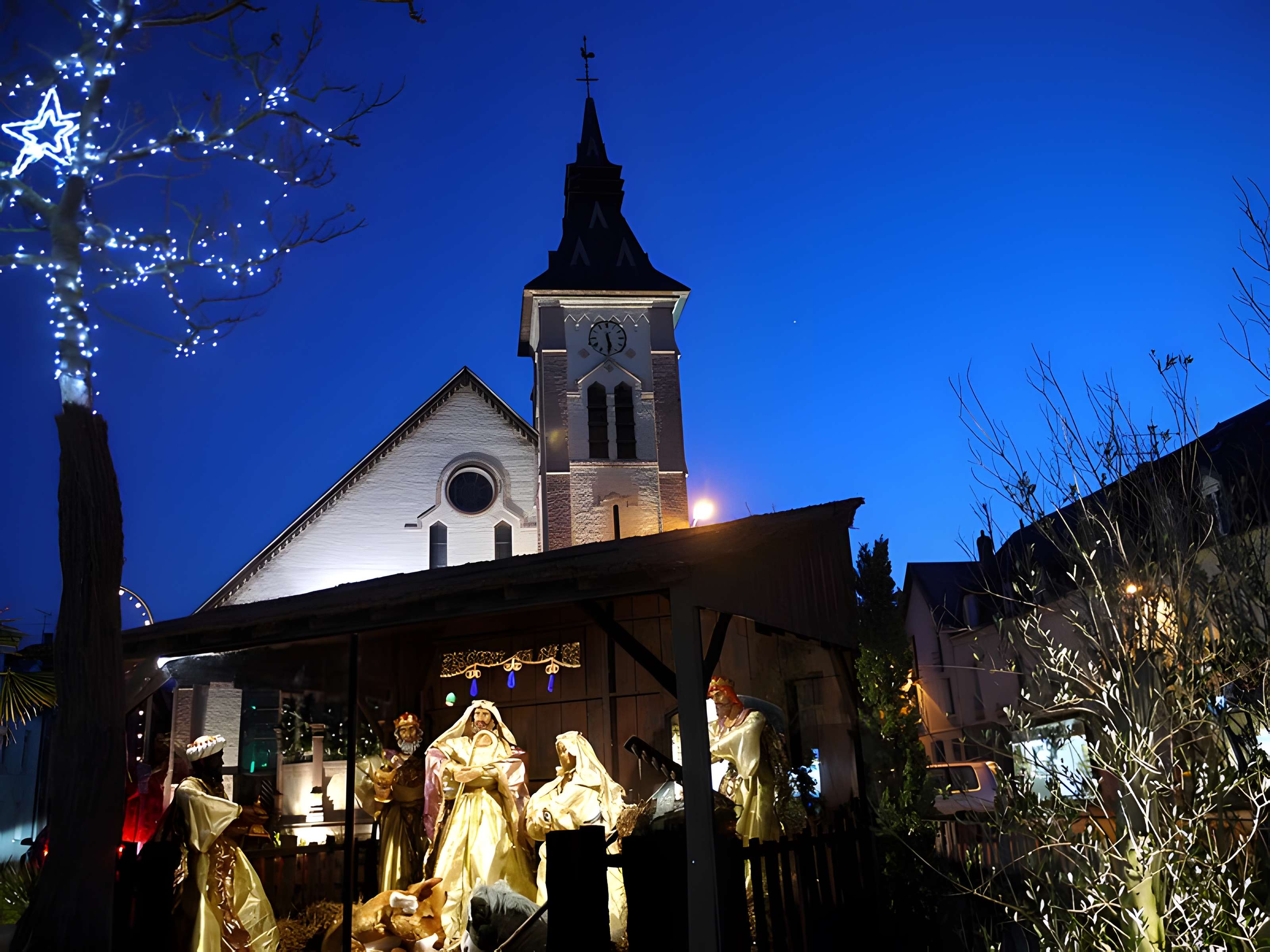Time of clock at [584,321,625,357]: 5:29
